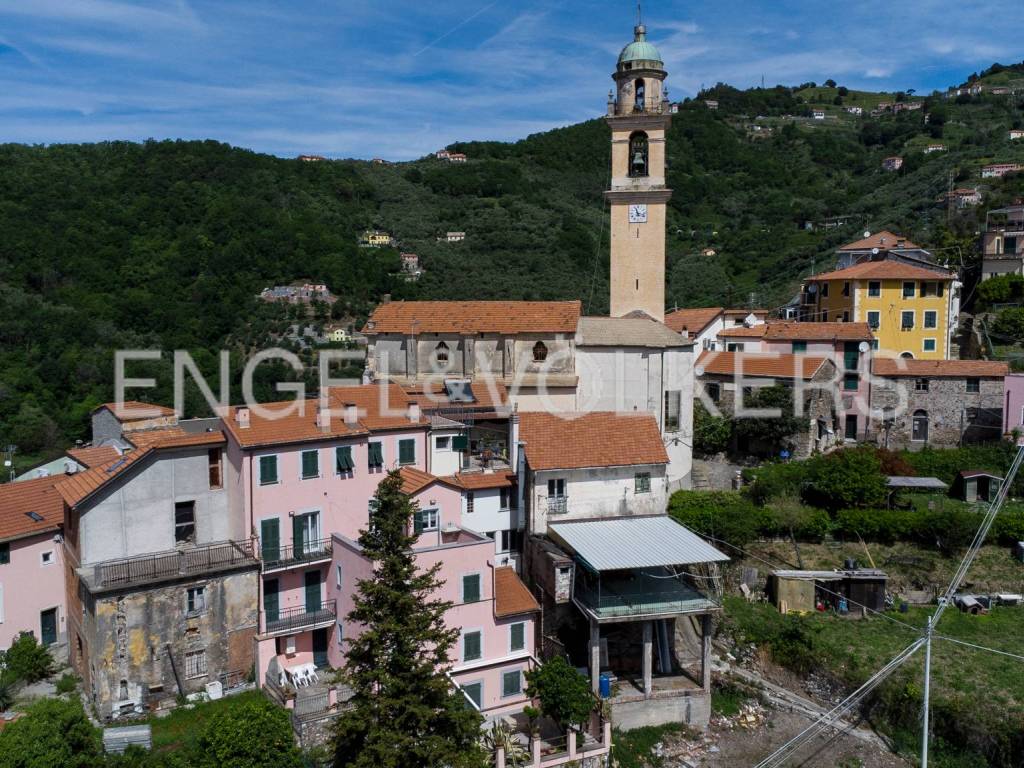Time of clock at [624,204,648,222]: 11:17
